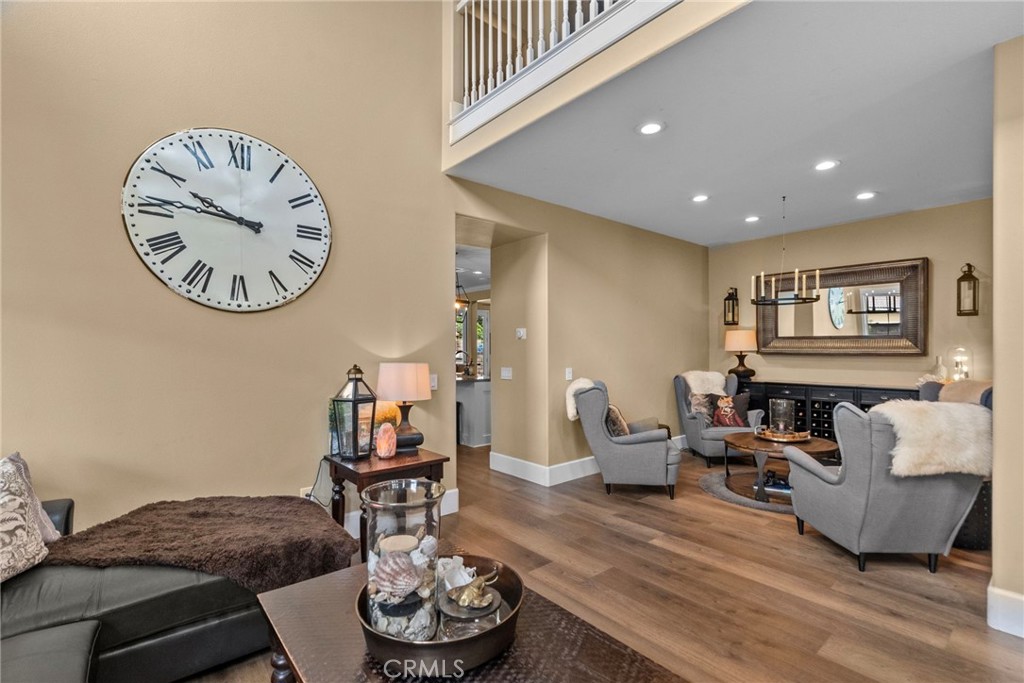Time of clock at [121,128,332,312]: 9:45
